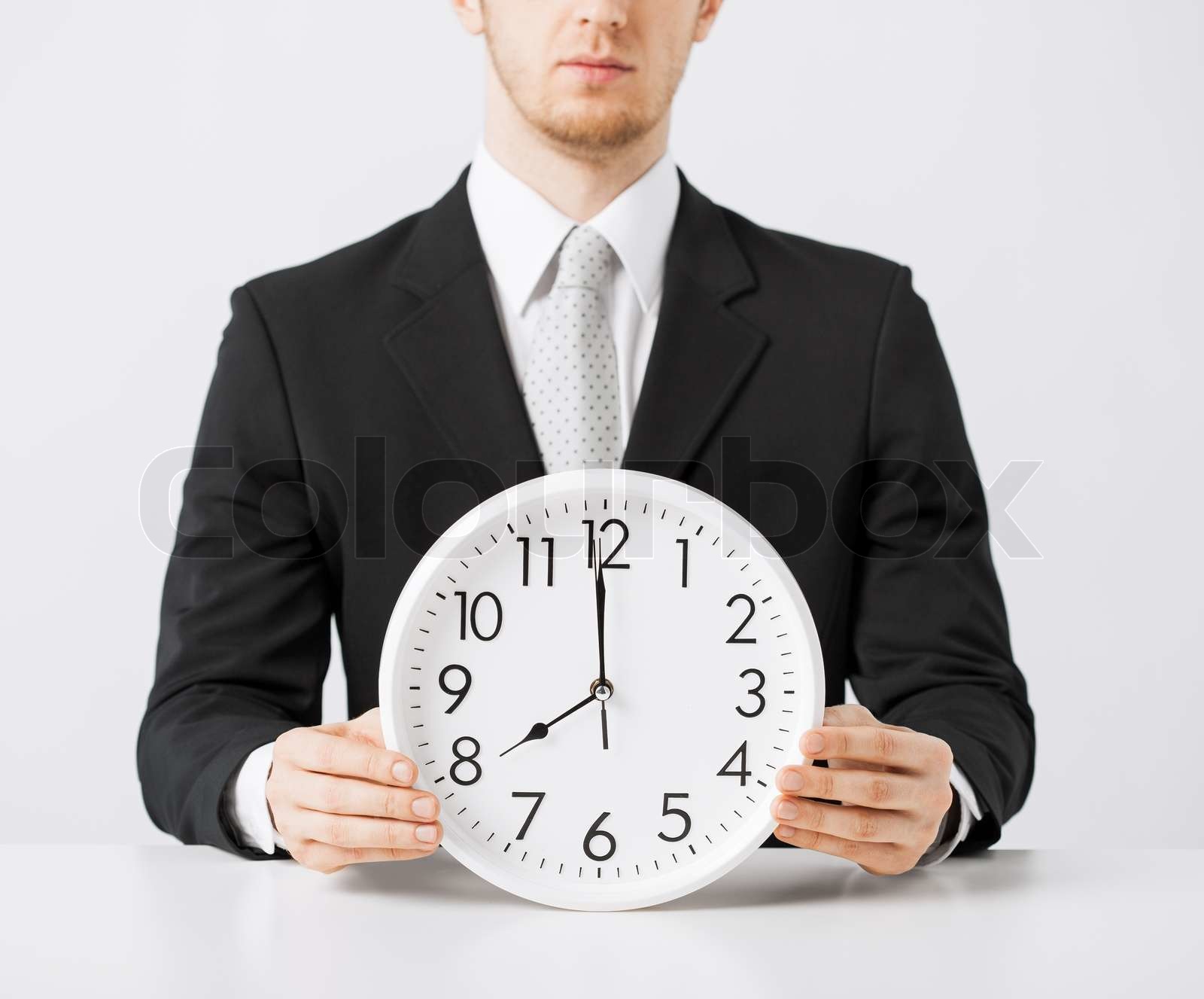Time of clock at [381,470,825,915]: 7:59
